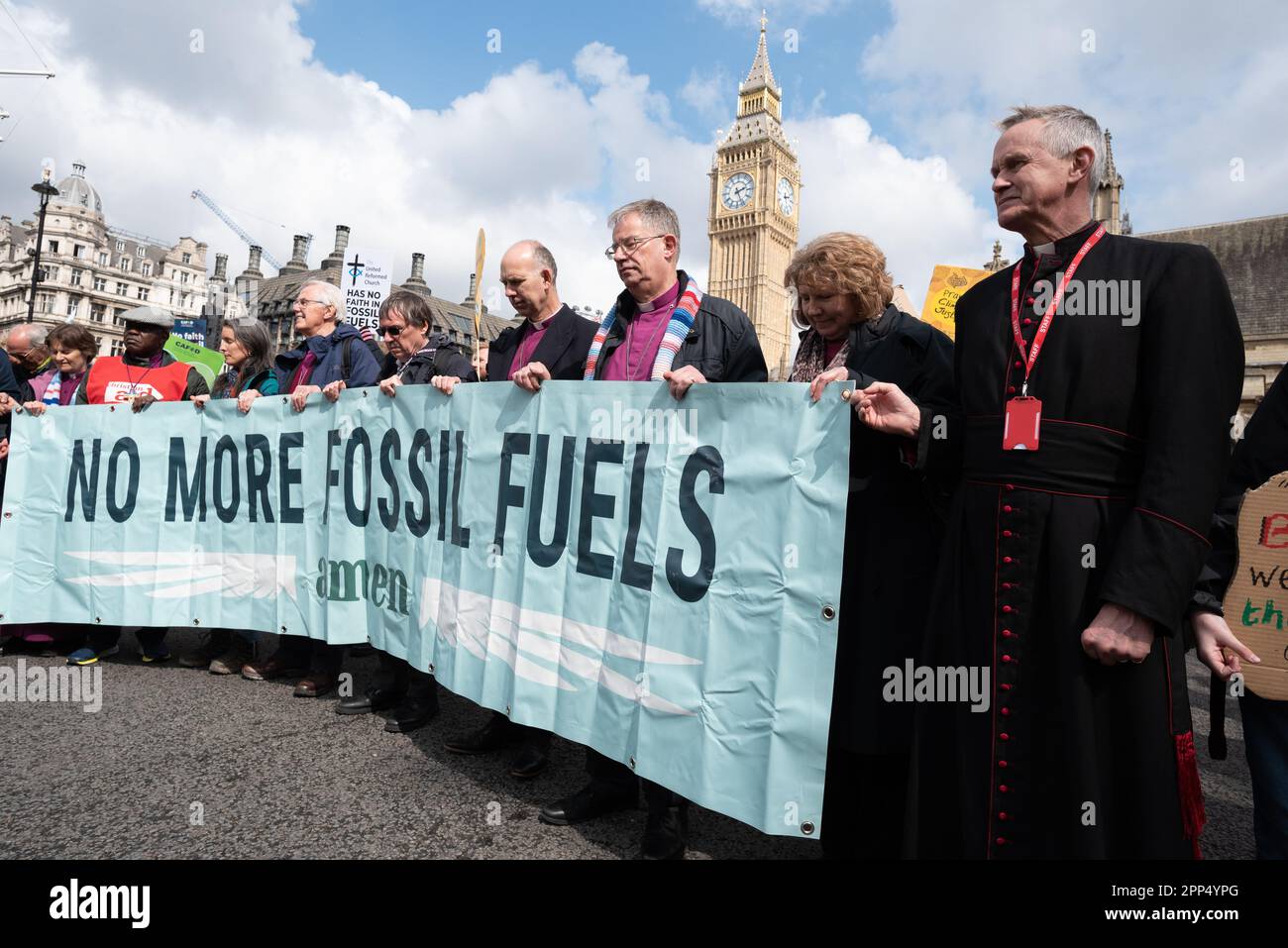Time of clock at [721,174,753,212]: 2:26
